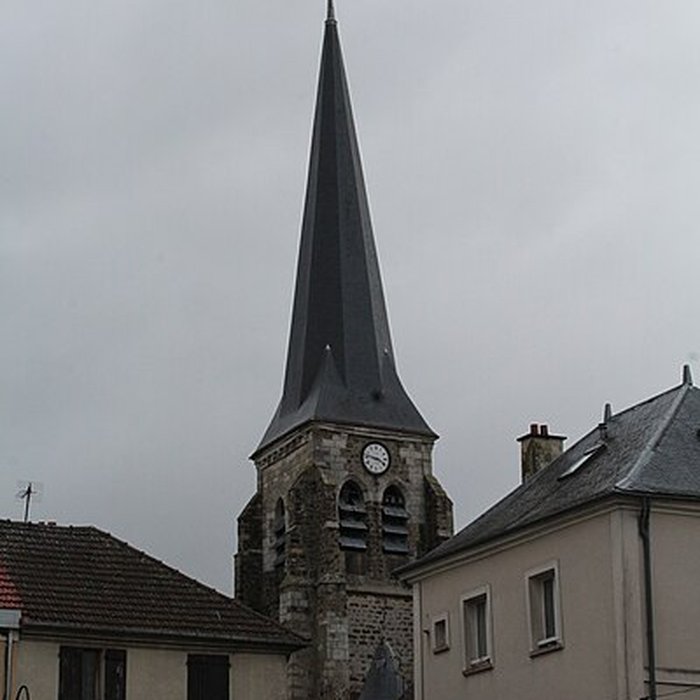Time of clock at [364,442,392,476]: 3:46
